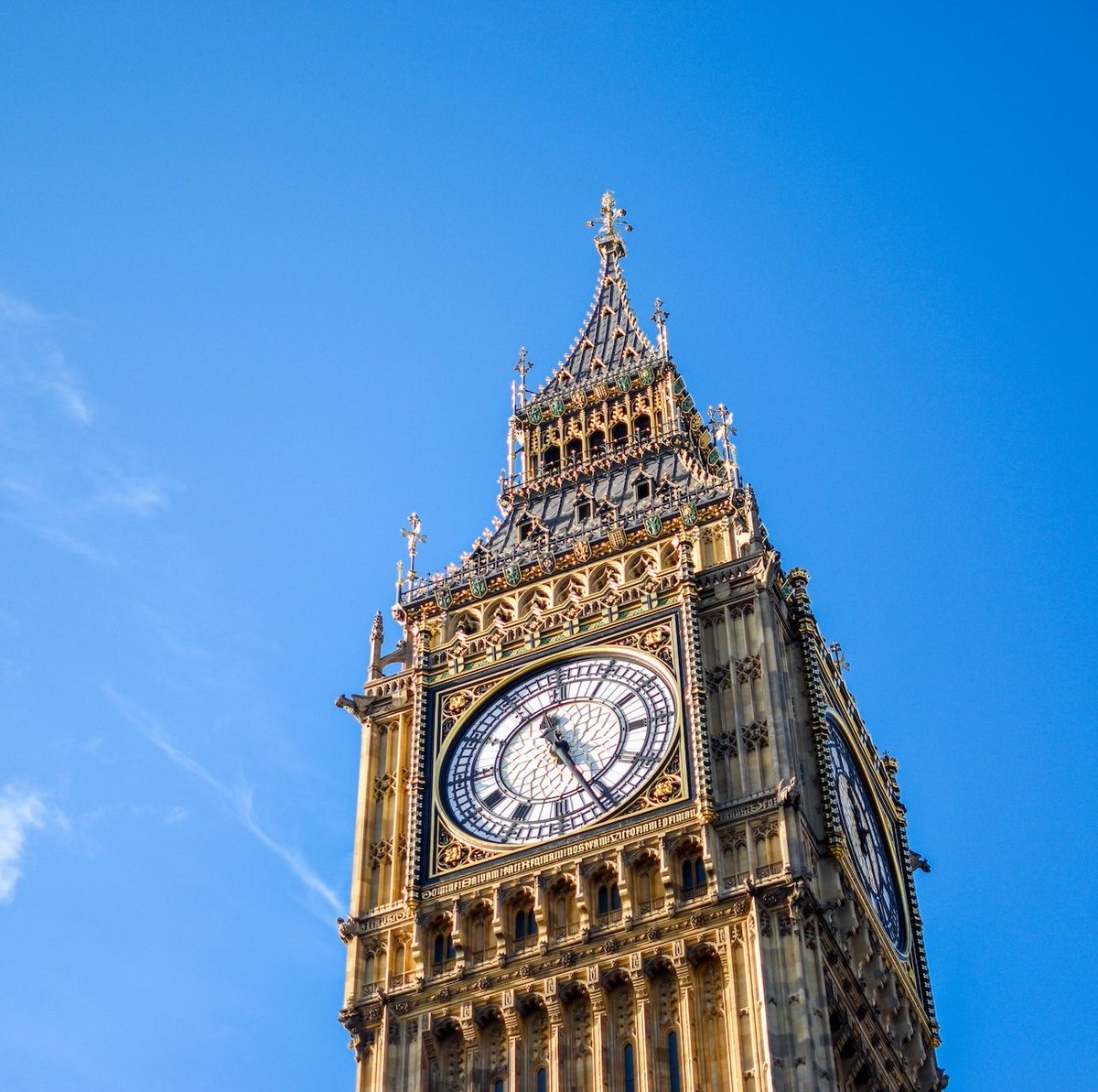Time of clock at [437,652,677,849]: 11:25
